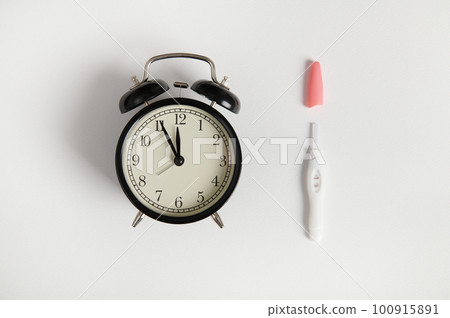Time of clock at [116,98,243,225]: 11:55
